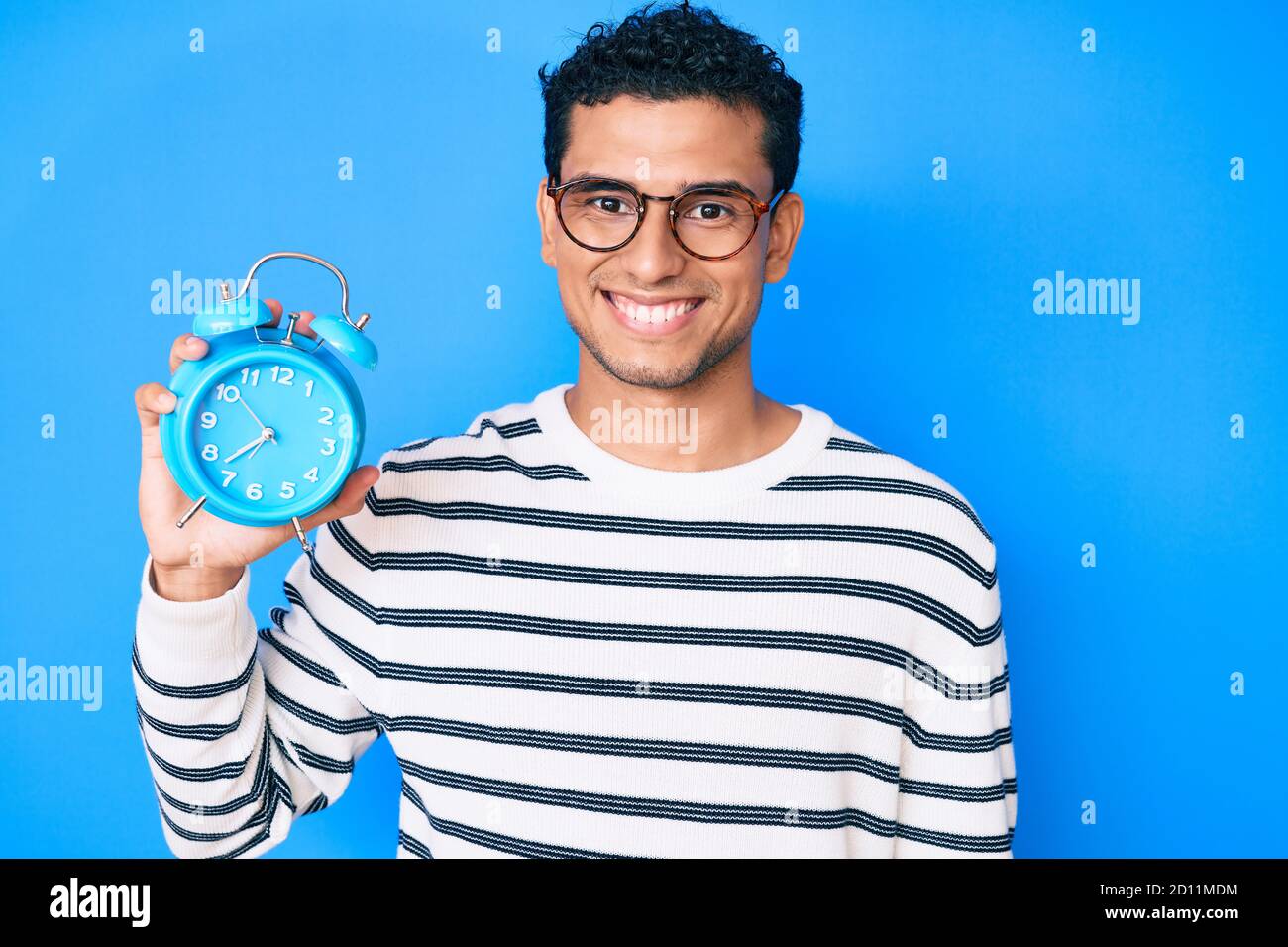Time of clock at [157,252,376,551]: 7:37
